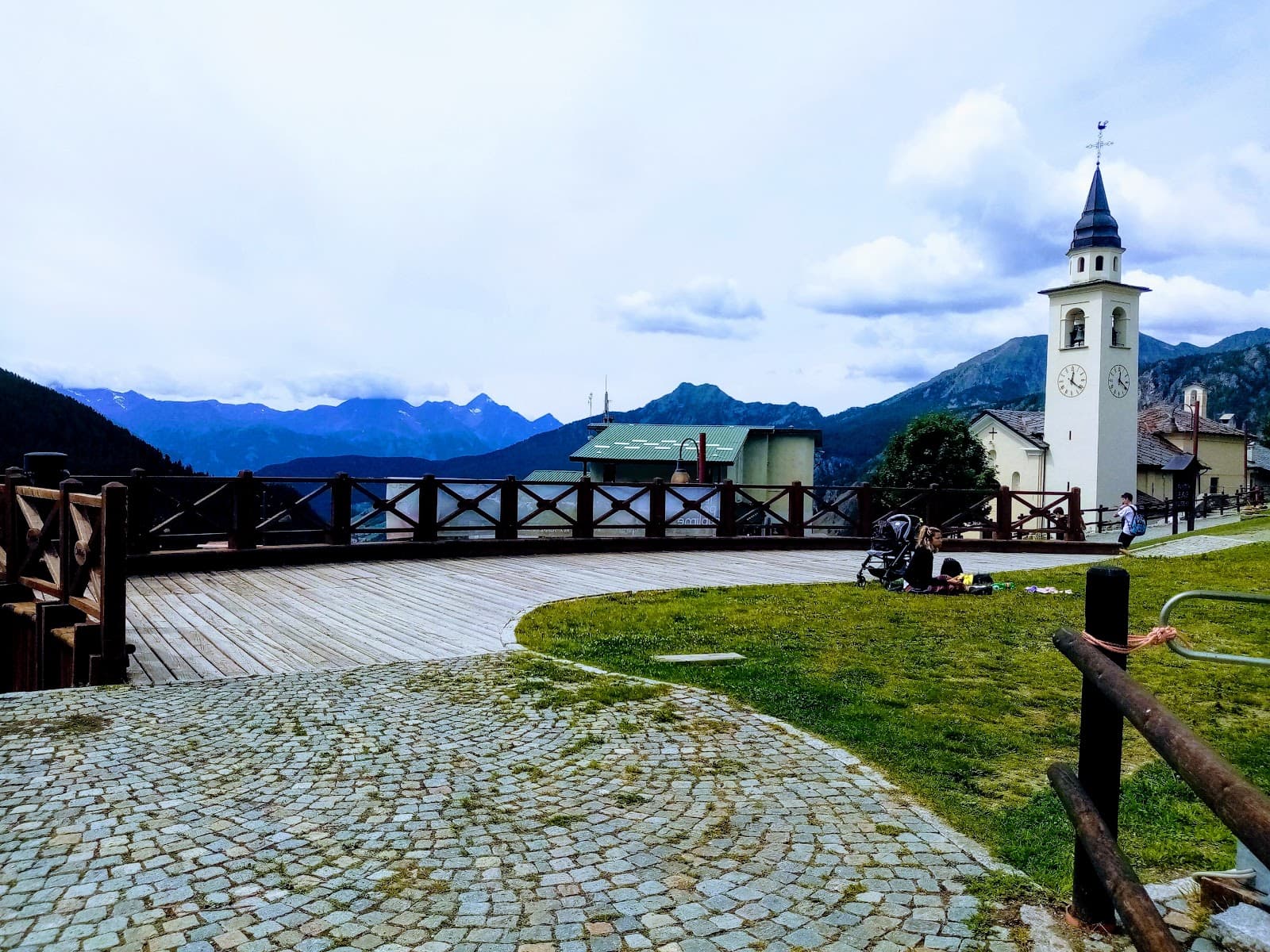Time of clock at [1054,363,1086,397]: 12:21
